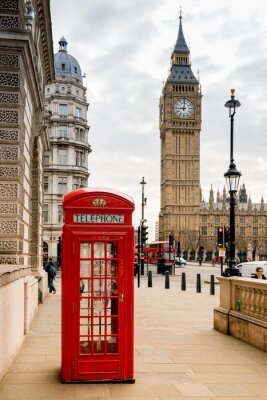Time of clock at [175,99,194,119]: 9:01
